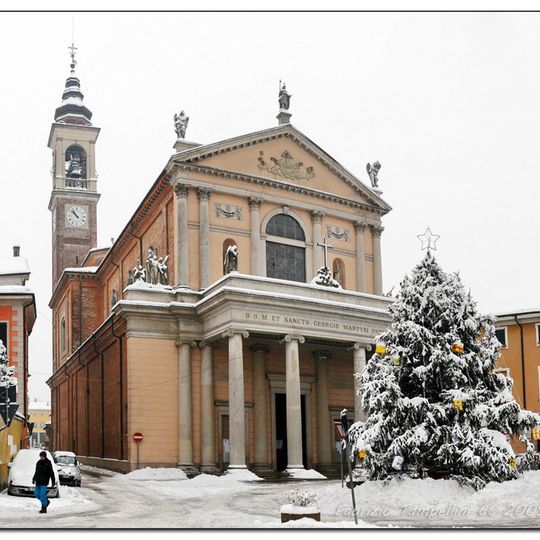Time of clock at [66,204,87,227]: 10:52
